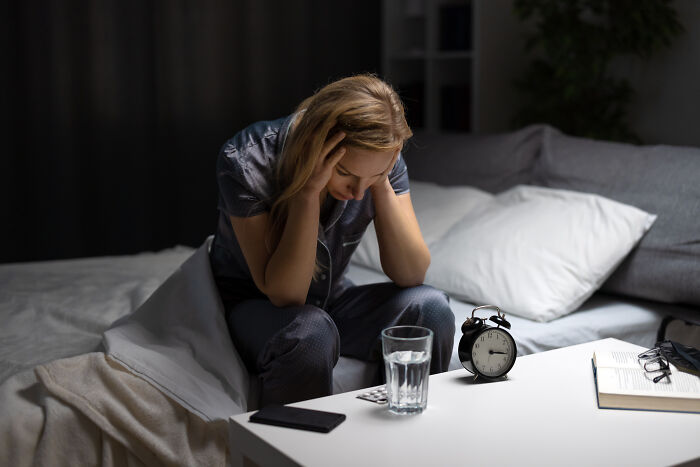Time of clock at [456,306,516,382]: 3:17
